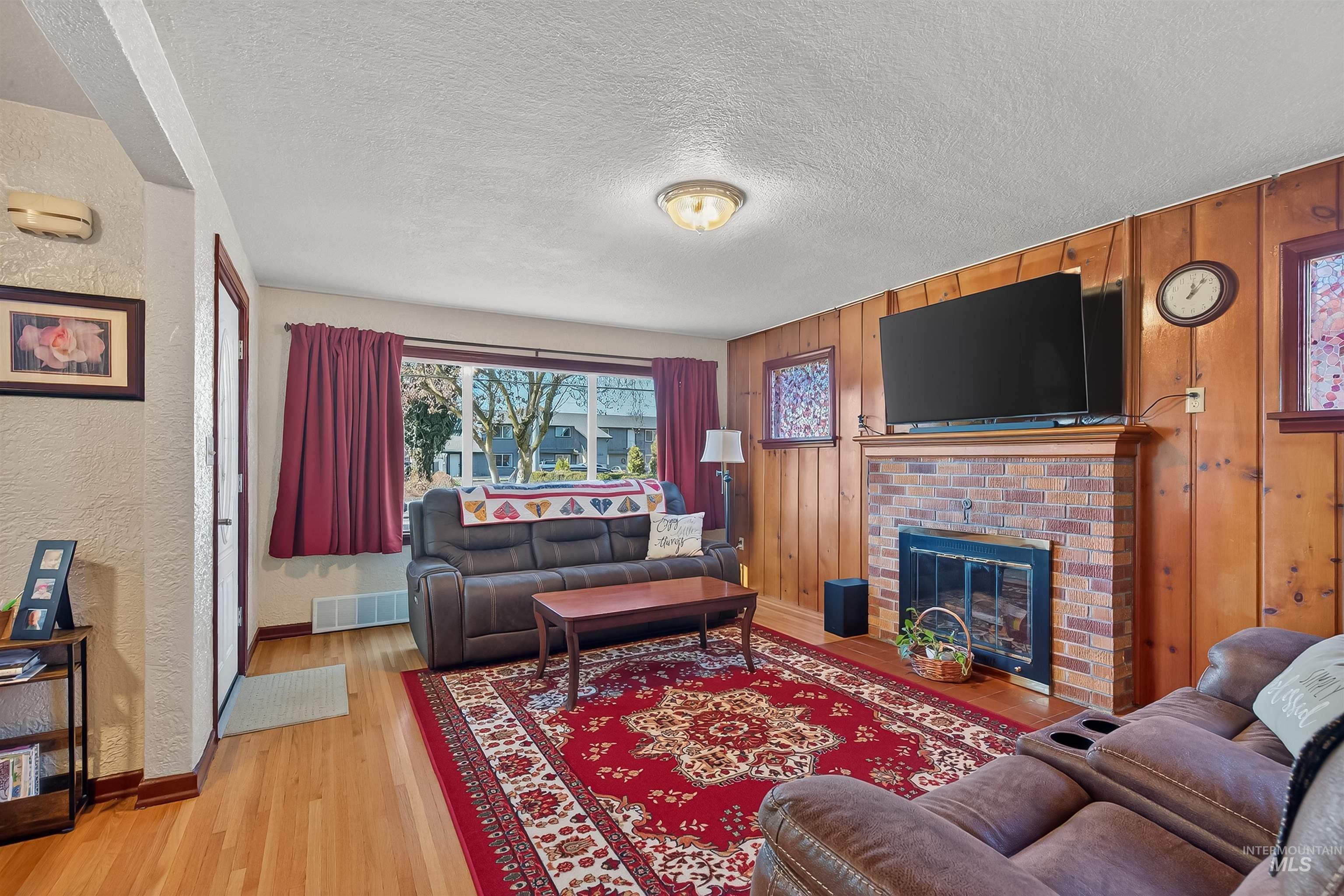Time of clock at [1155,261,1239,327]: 12:06
